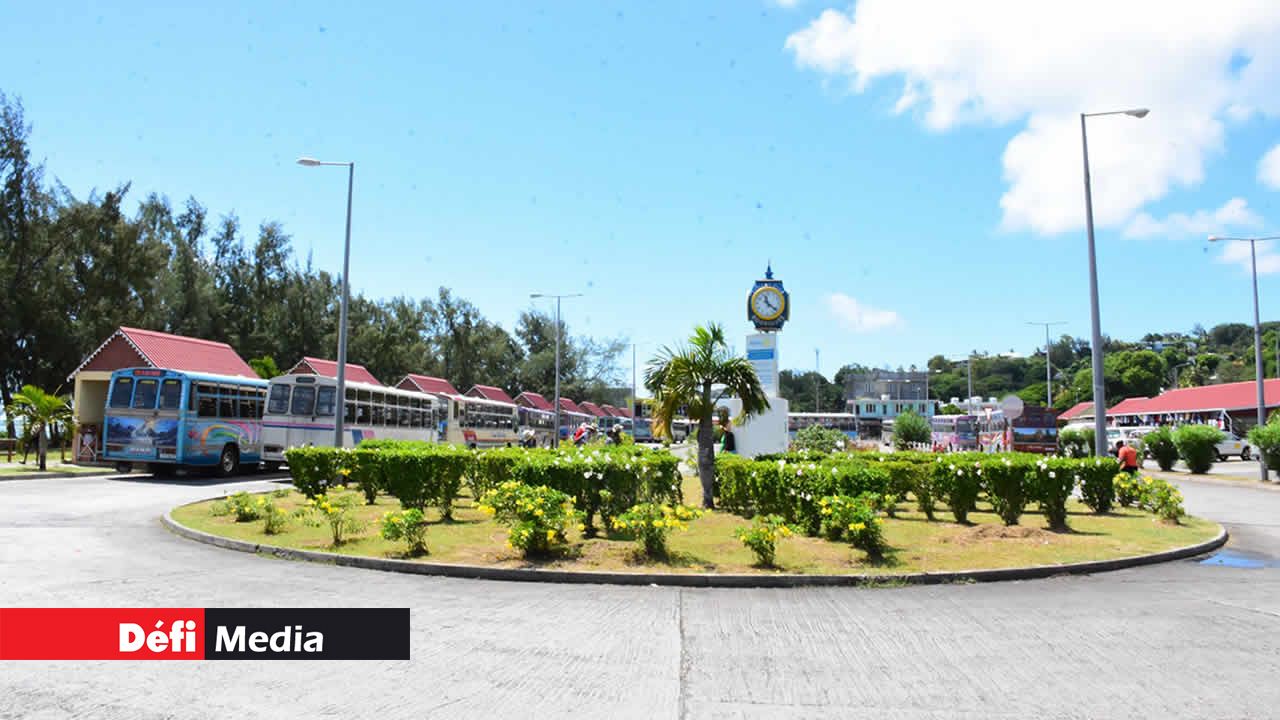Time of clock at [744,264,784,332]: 11:21
